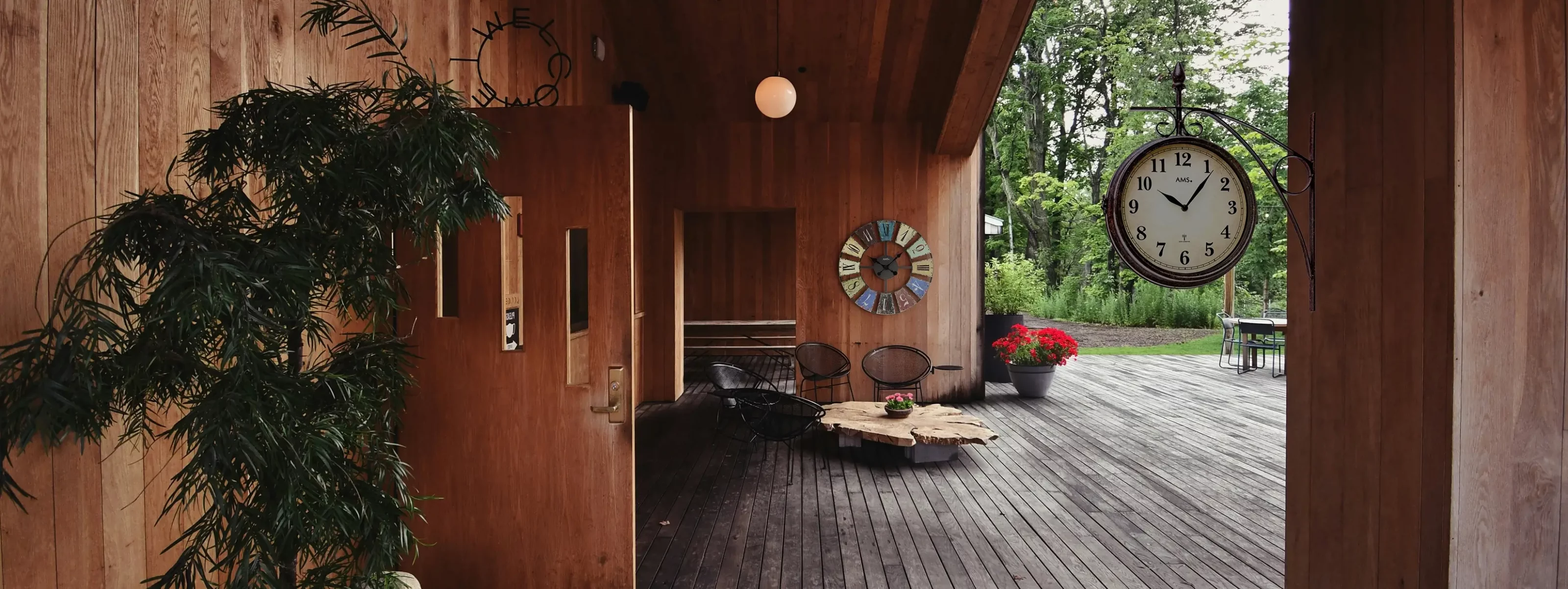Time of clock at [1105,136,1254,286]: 10:06
